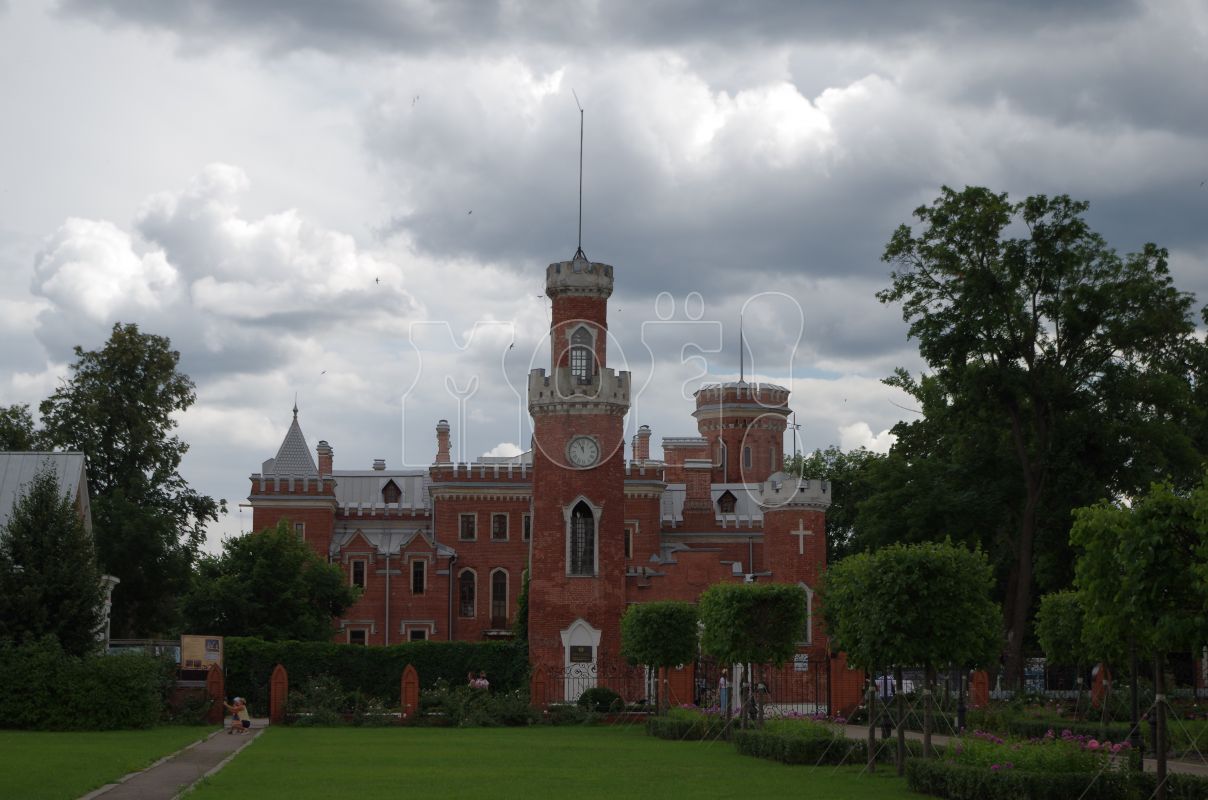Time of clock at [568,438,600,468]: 11:55
